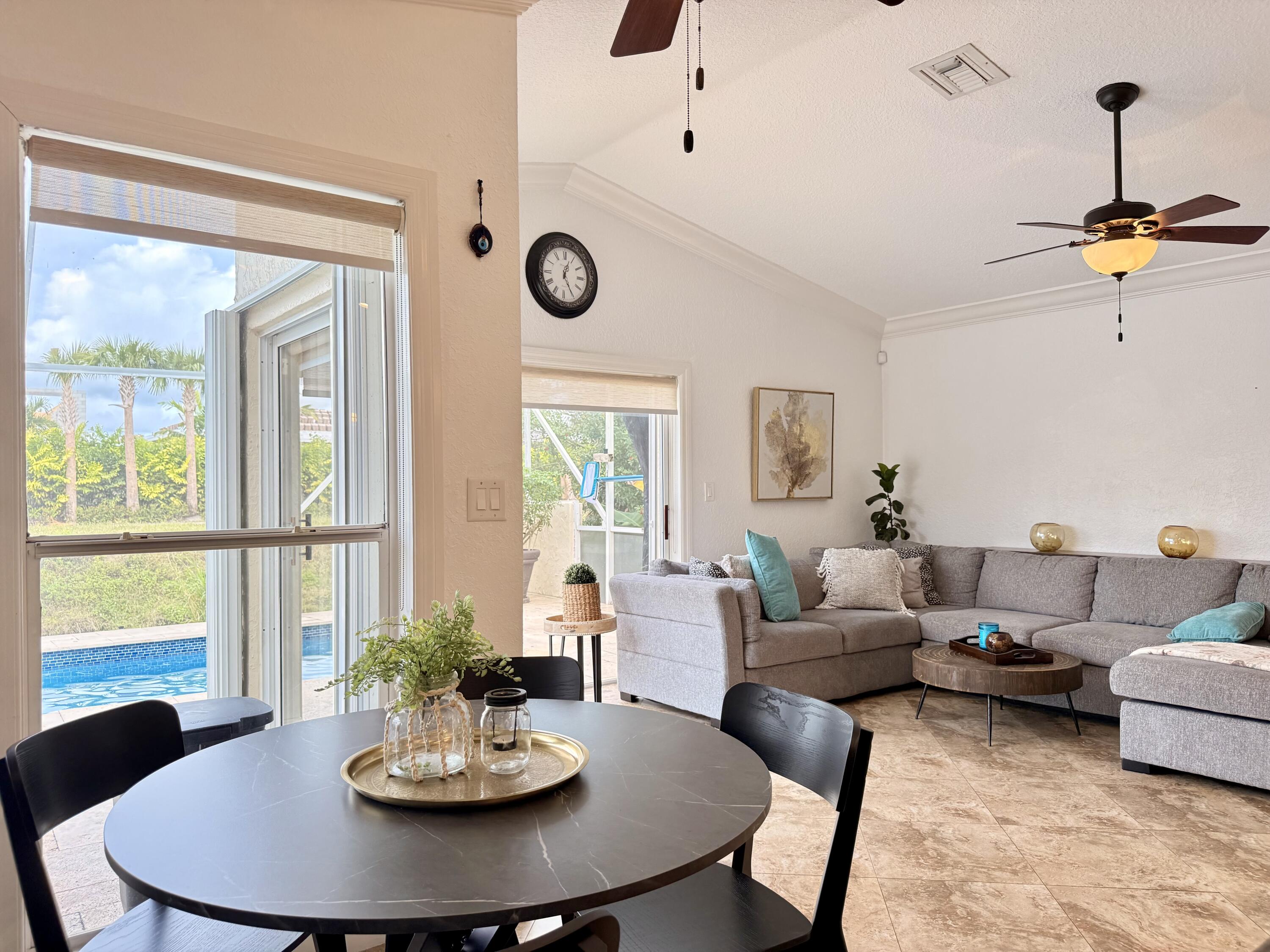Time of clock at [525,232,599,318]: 12:24
